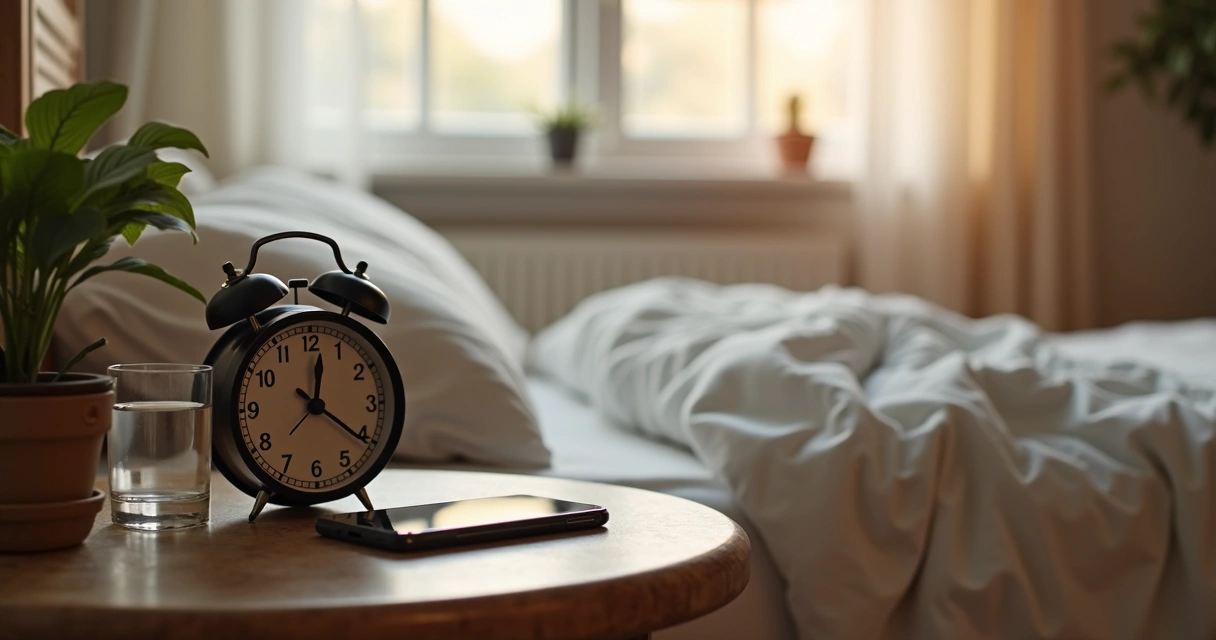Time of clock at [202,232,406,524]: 12:20
